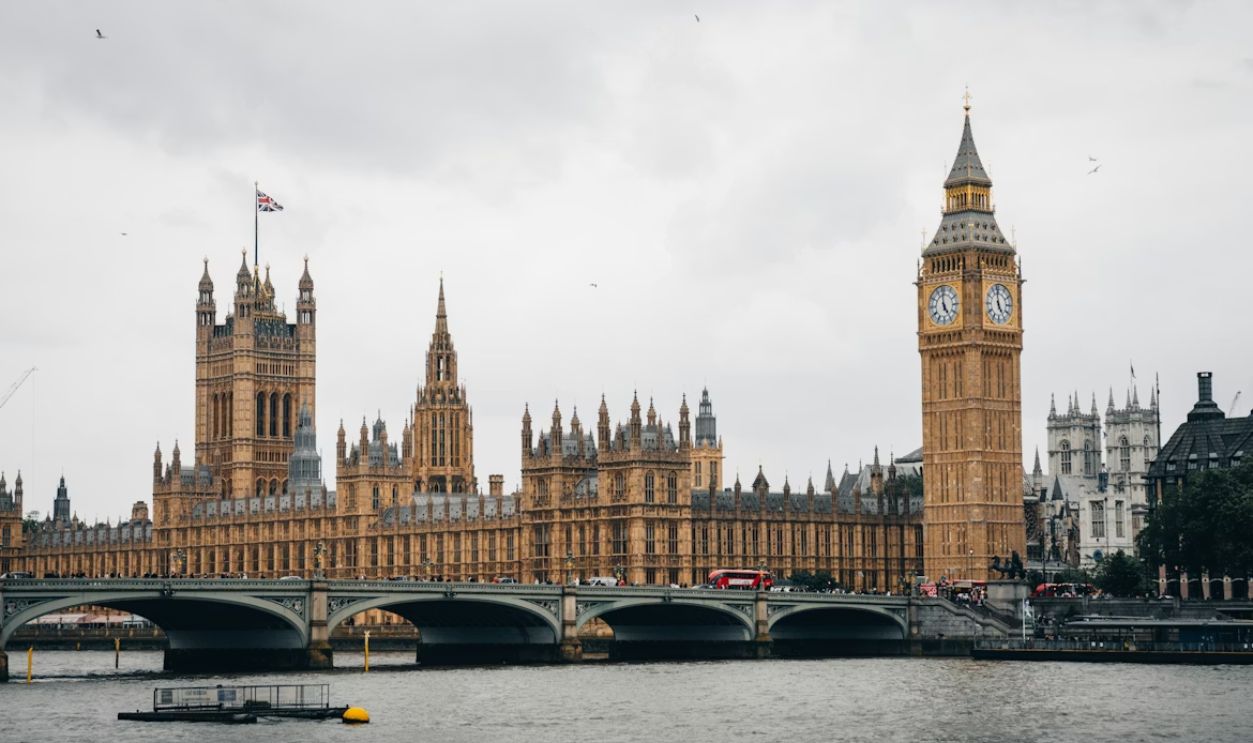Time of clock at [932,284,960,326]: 4:59
